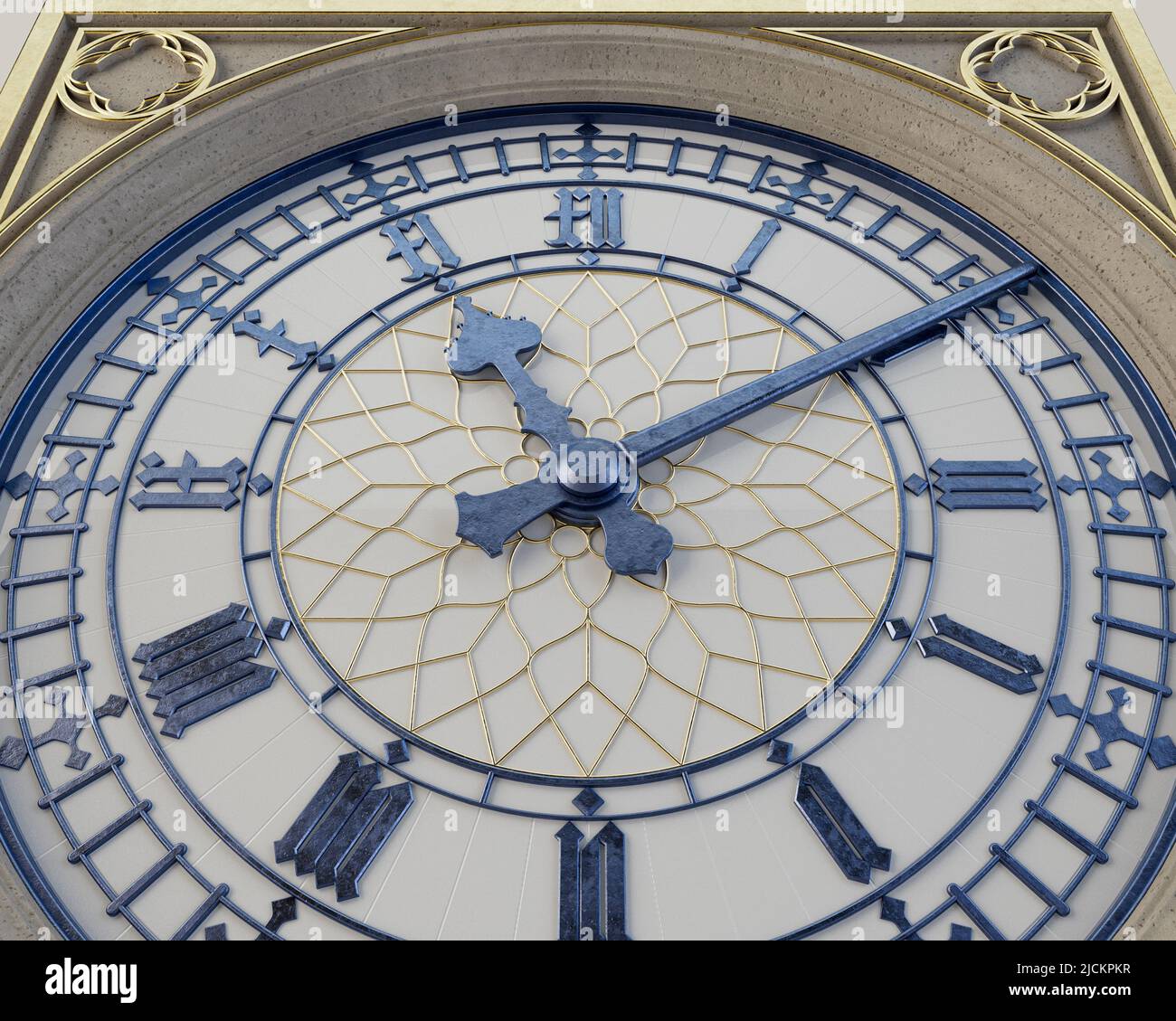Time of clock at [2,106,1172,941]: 11:09
